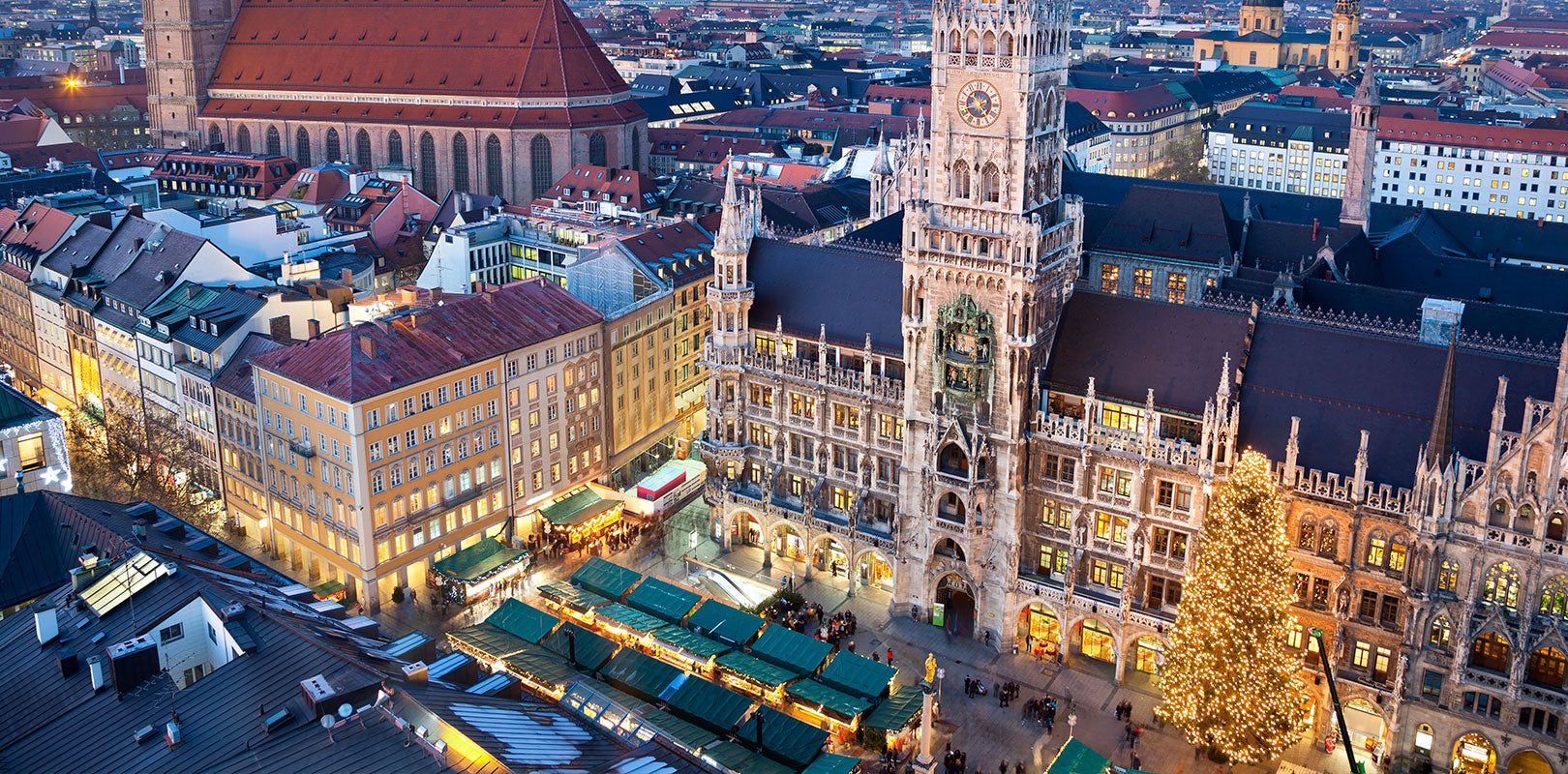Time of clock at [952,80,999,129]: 2:24
